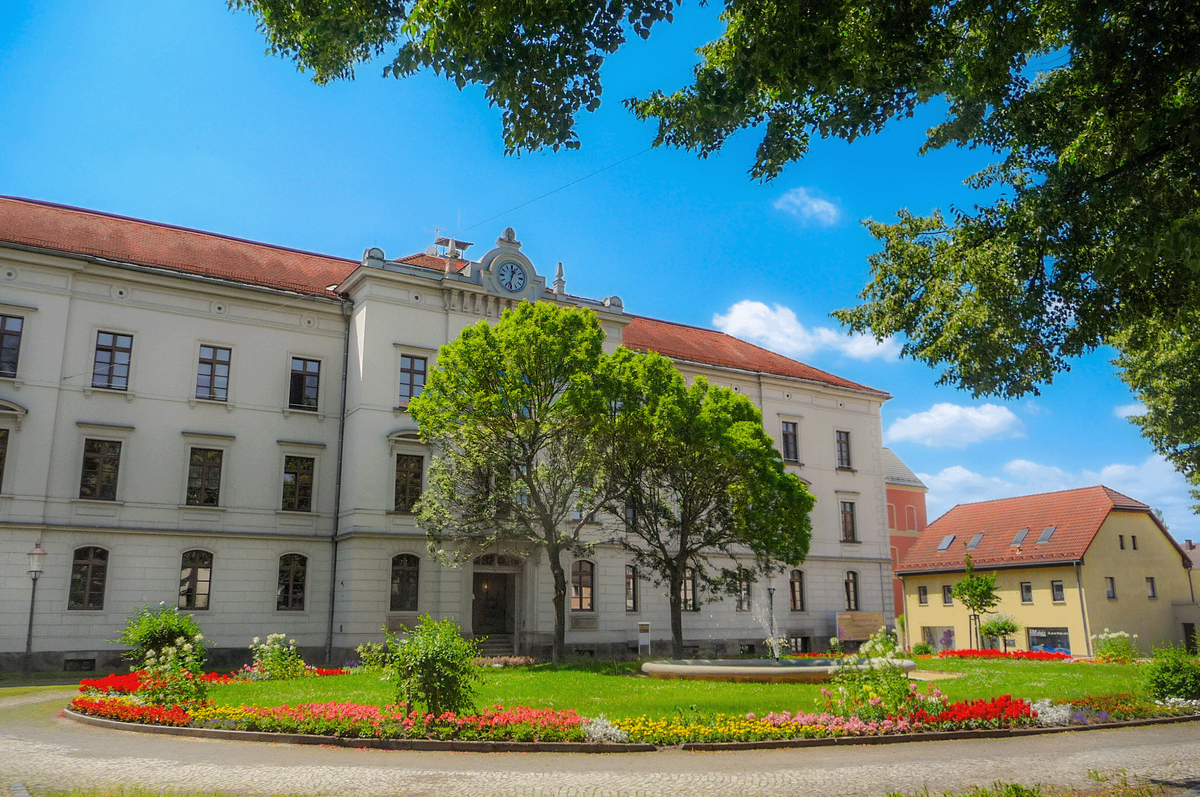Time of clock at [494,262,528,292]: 12:32
